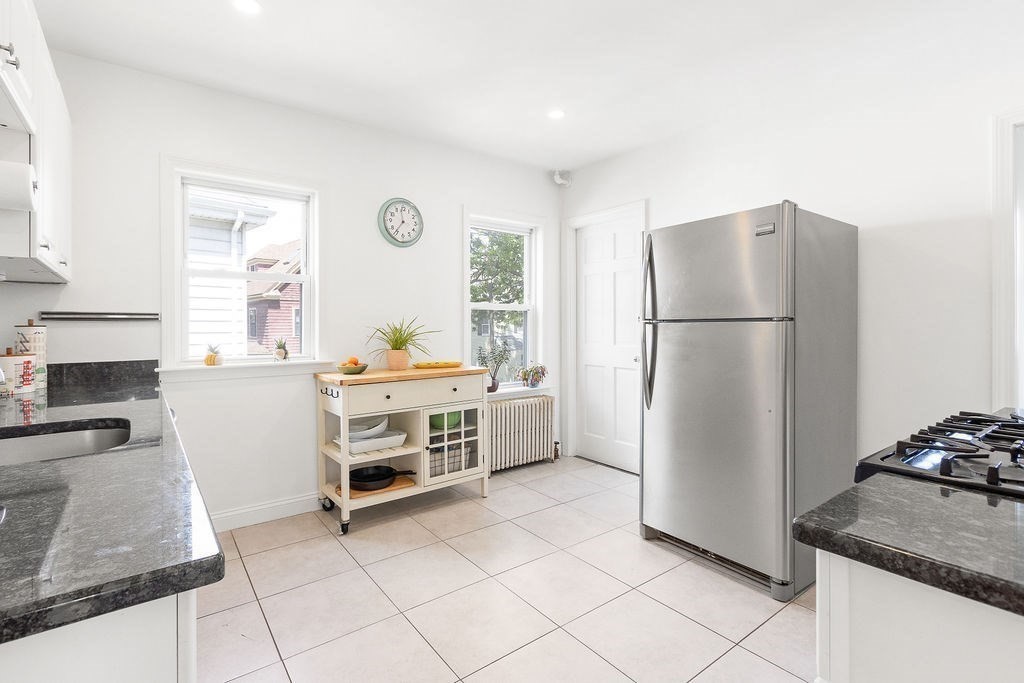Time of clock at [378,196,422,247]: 11:36
